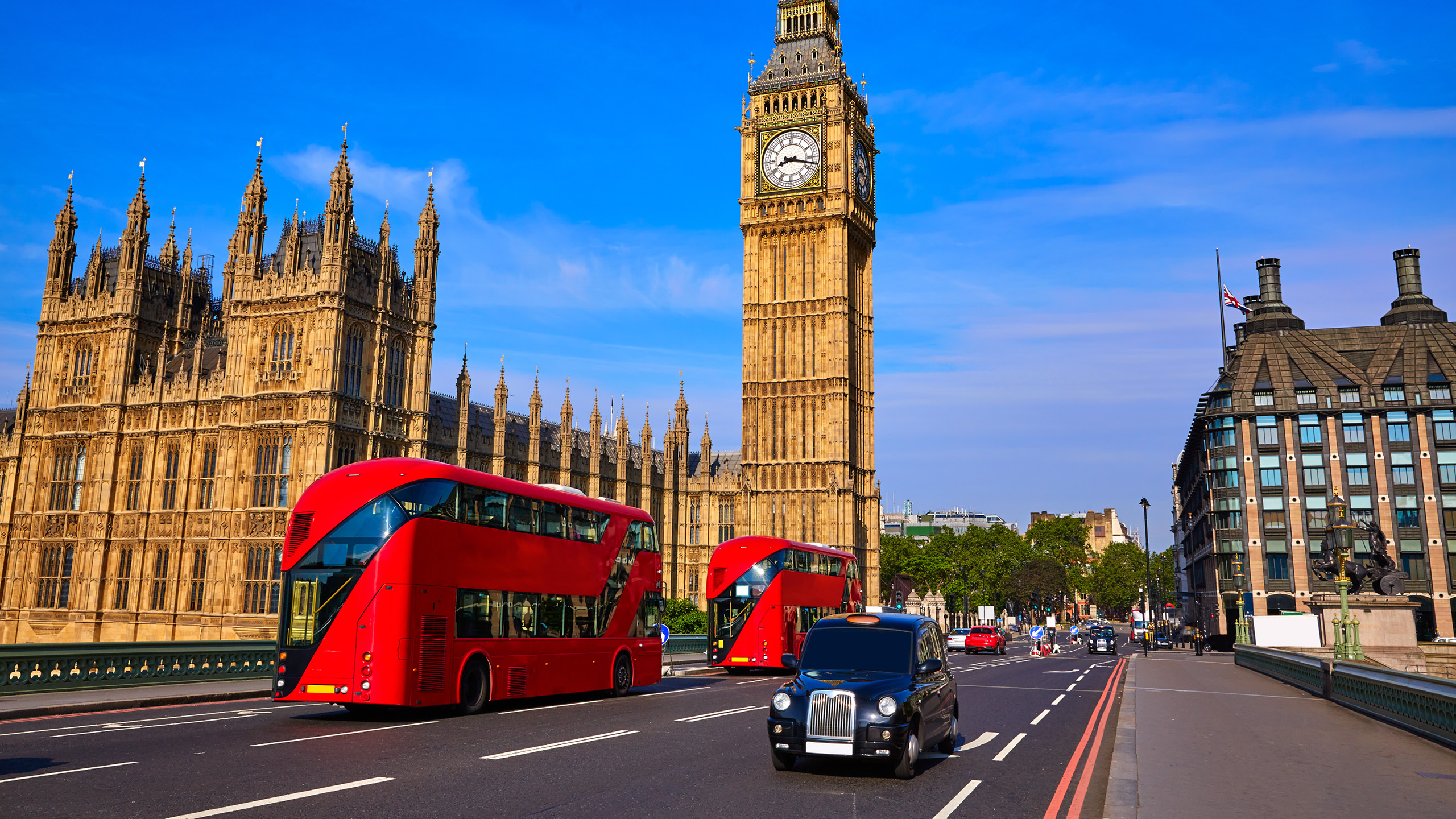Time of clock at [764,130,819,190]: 8:17
